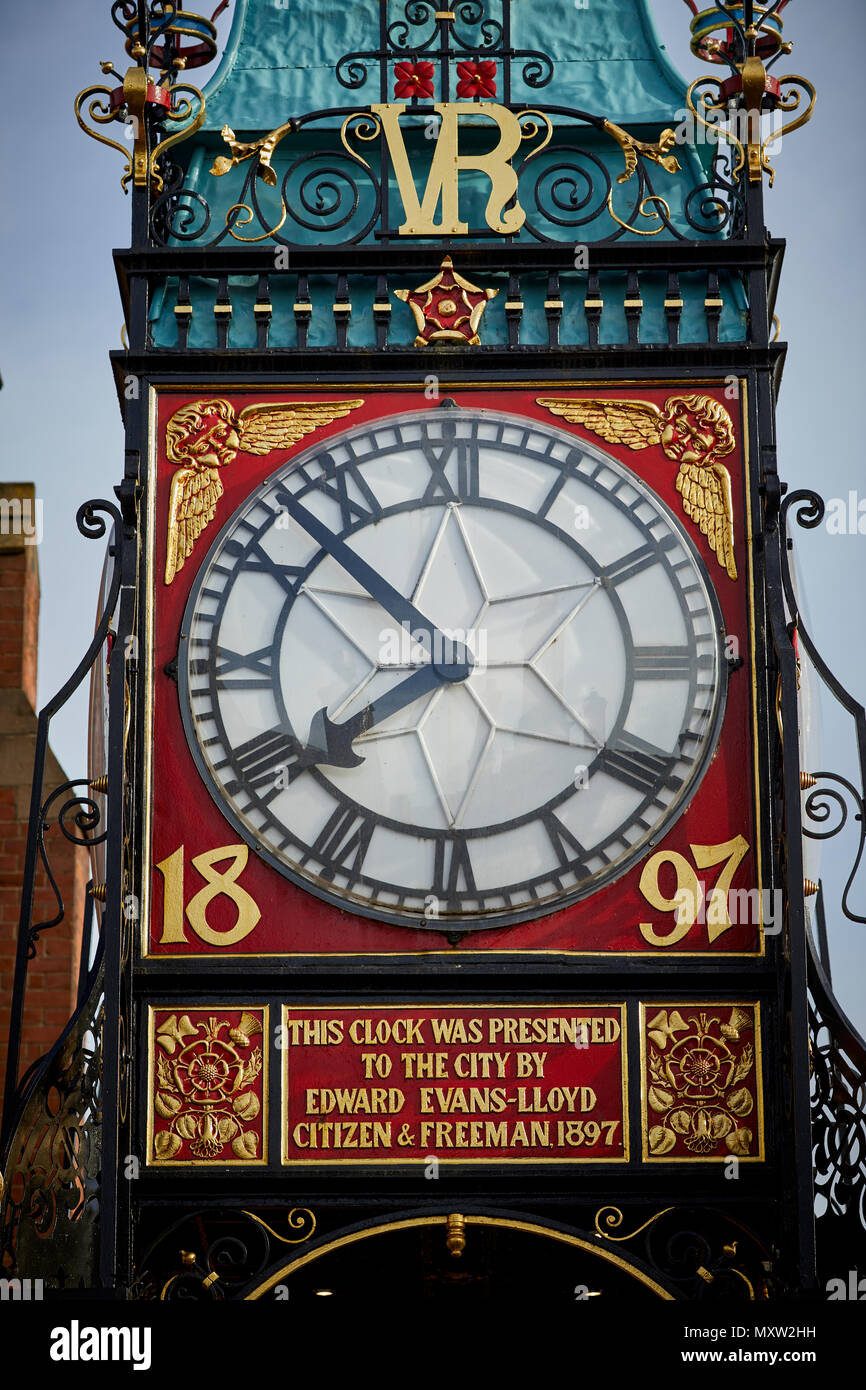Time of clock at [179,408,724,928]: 7:52
